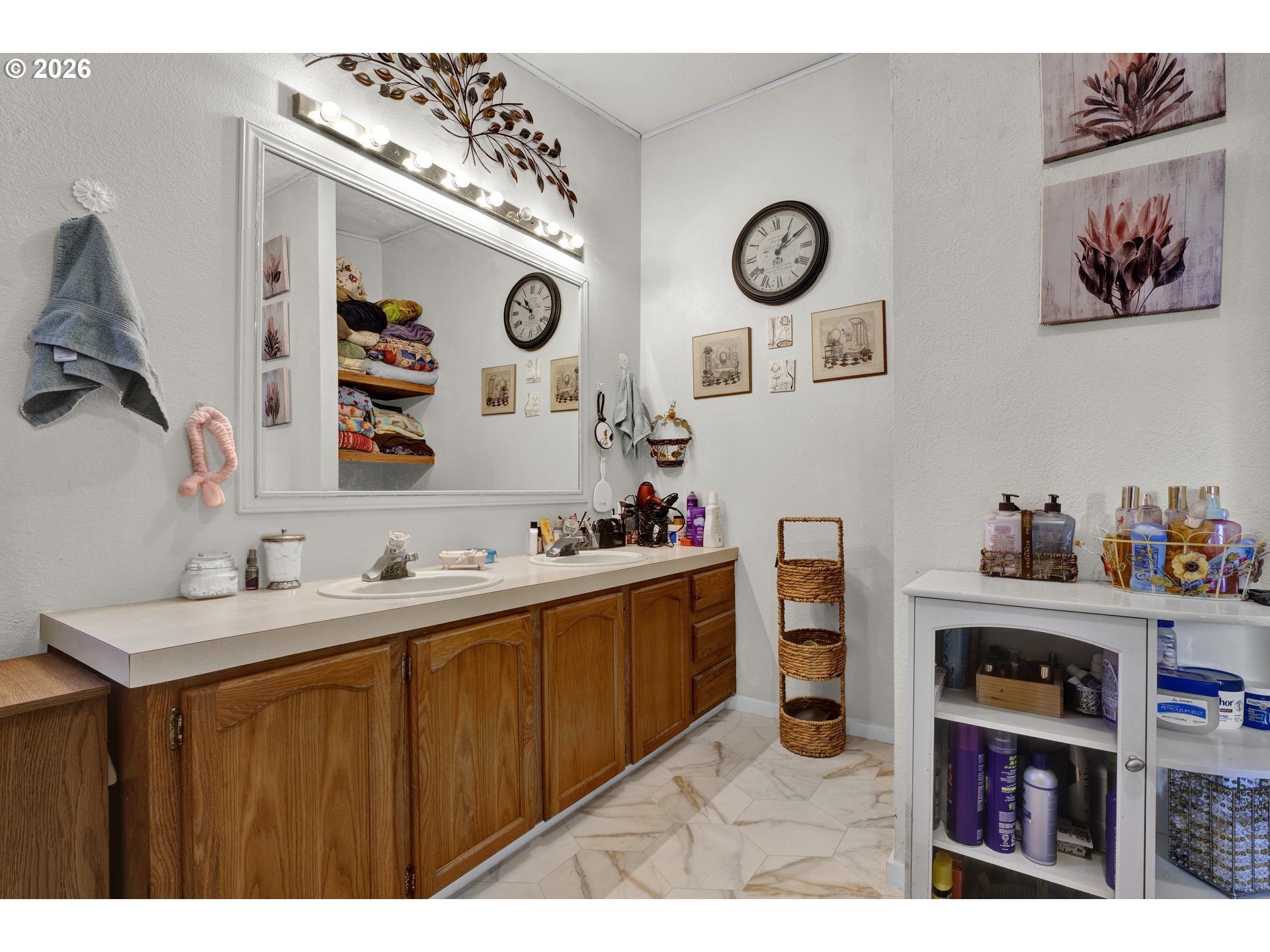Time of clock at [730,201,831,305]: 1:09
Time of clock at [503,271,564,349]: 10:49
